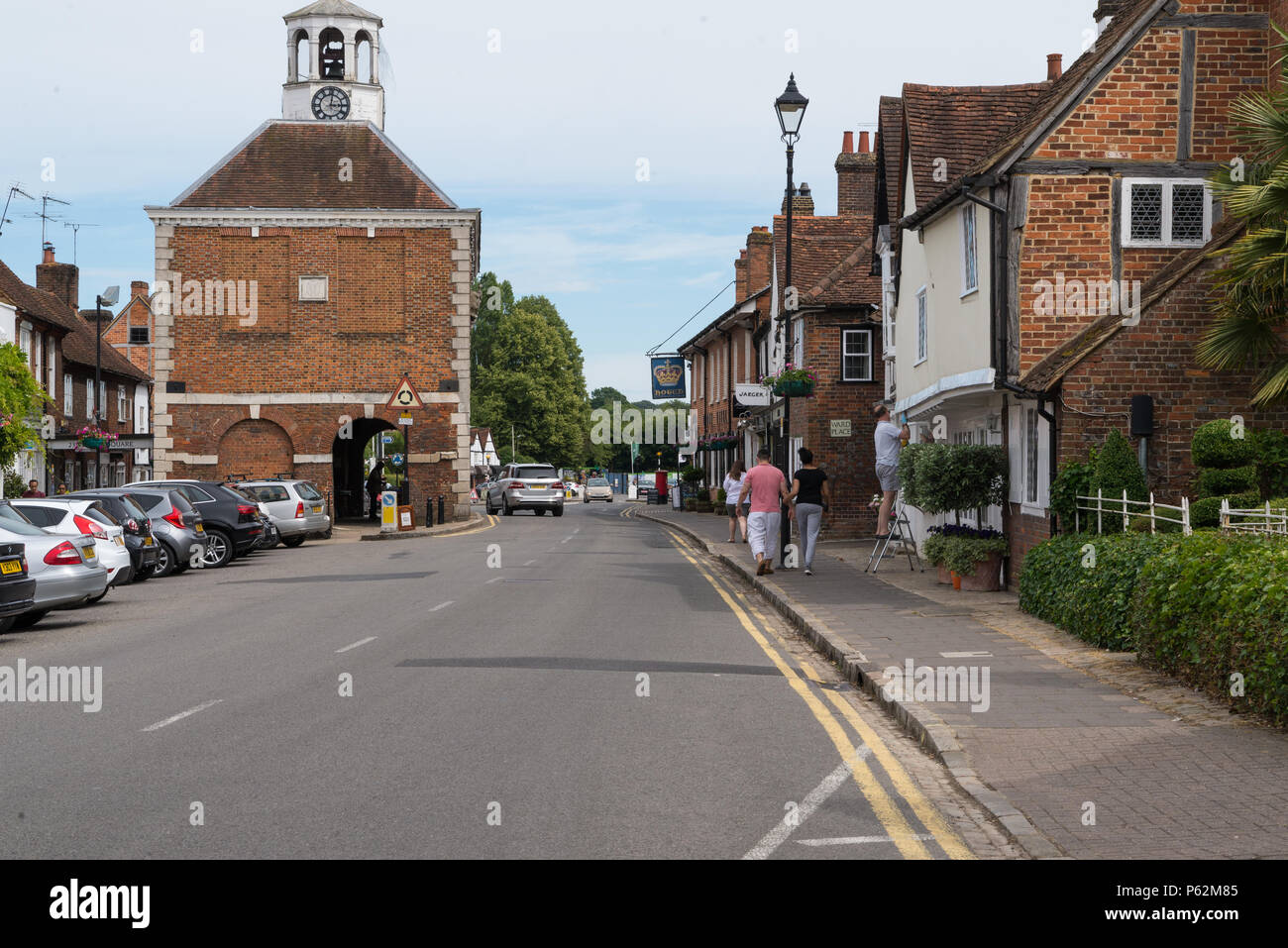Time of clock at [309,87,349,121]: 3:01
